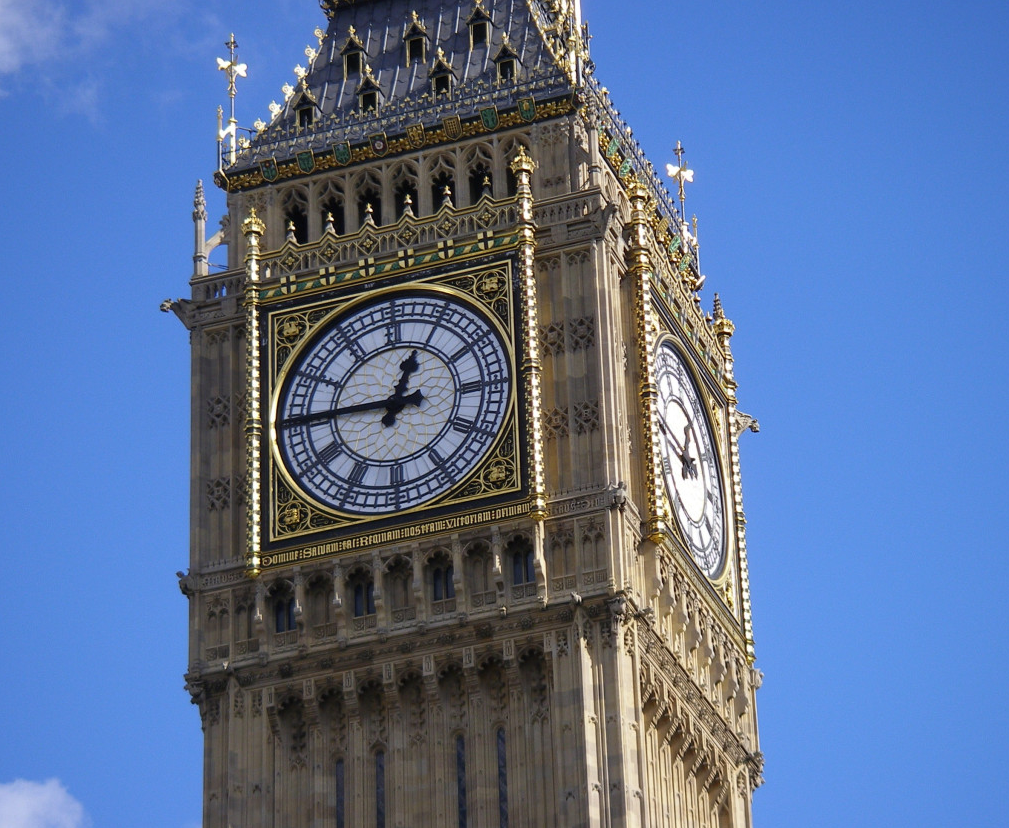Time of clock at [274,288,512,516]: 12:45
